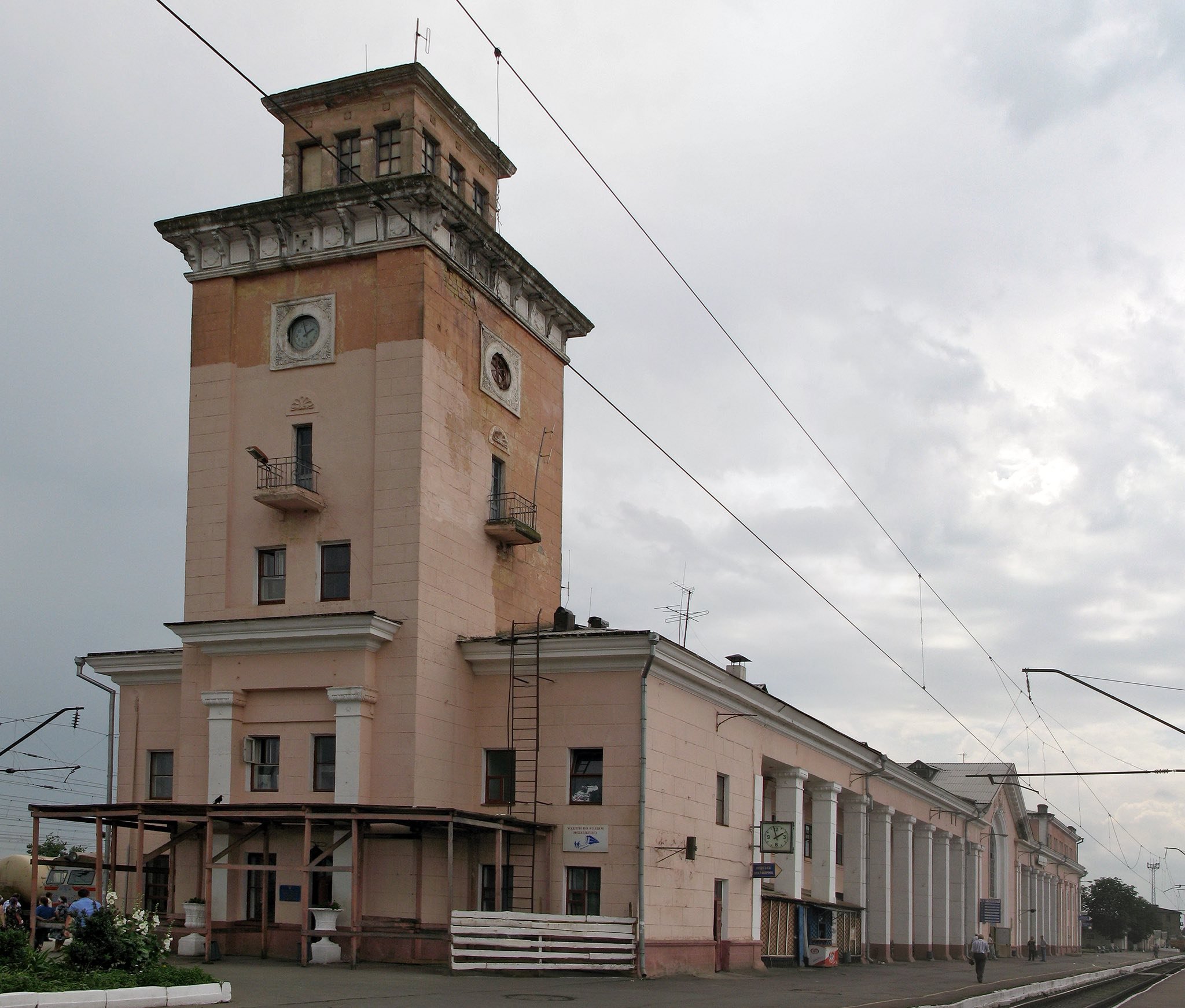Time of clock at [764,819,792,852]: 1:57
